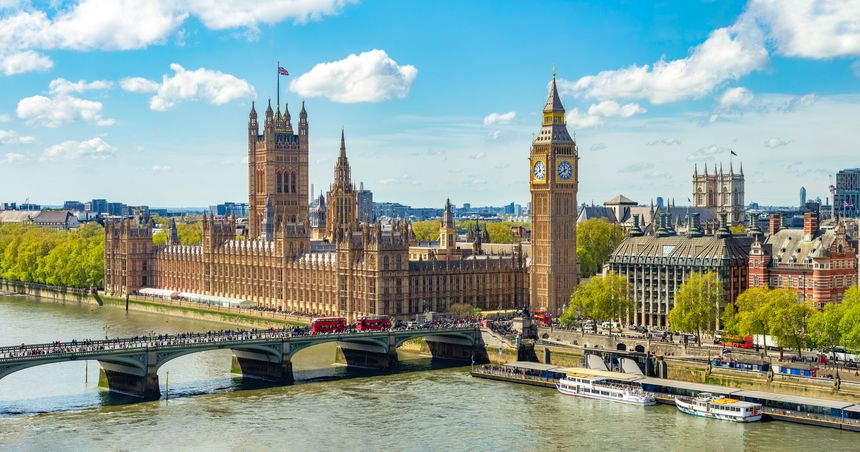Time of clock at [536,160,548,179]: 11:40
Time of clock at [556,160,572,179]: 11:40
